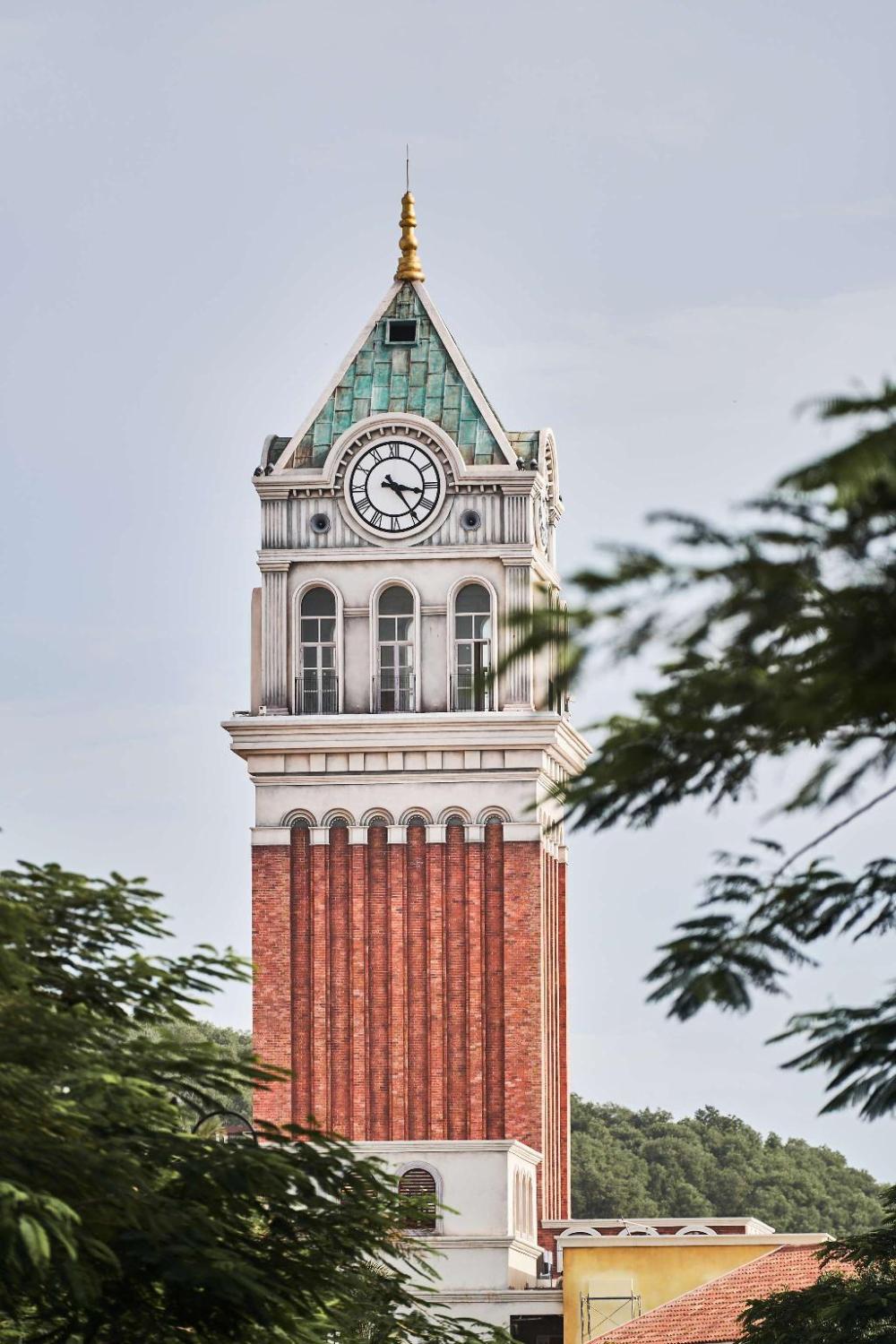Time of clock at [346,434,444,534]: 3:24
